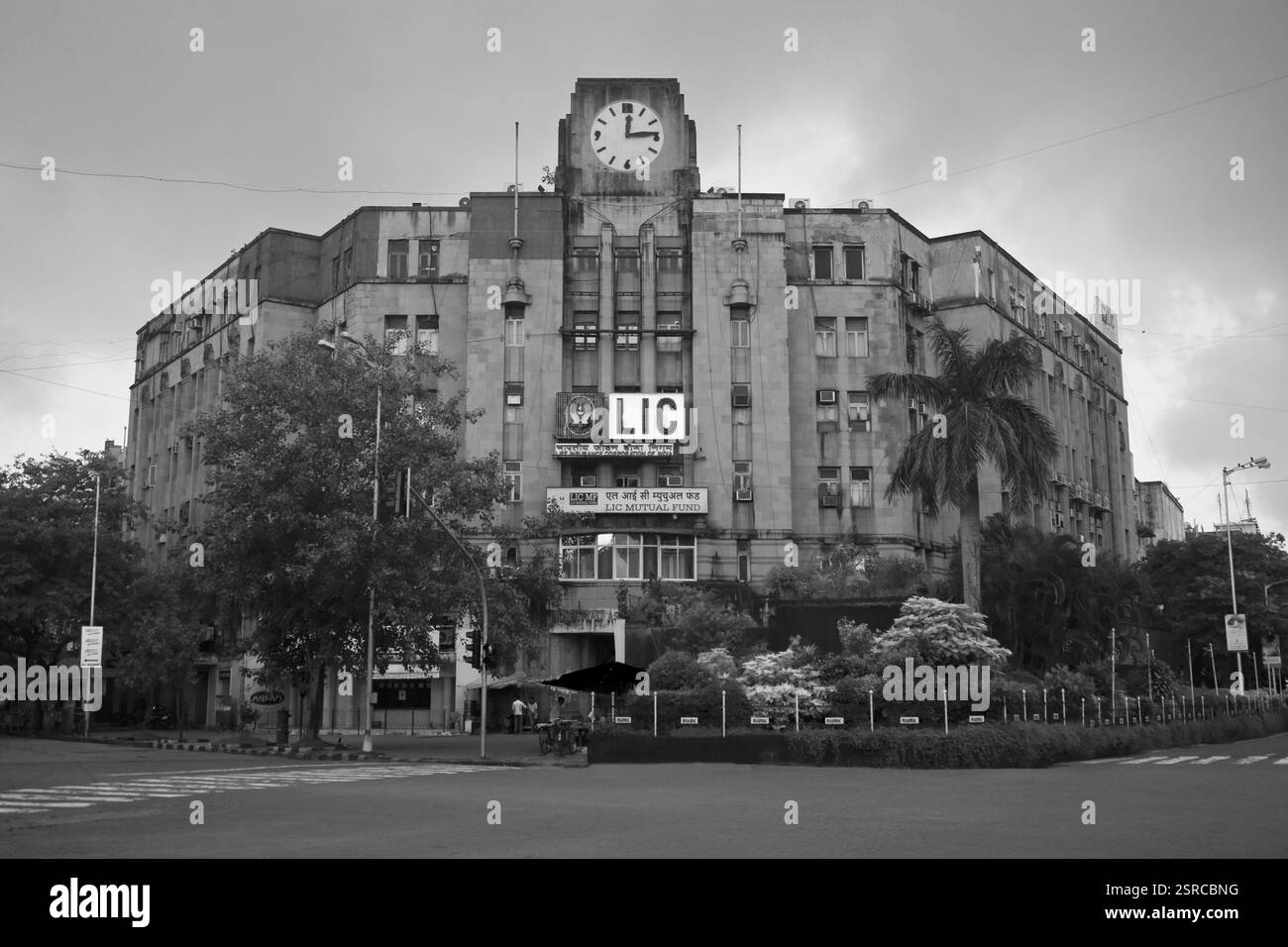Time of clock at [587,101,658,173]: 12:13
